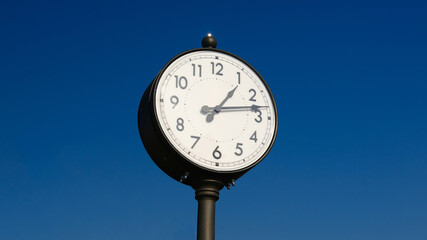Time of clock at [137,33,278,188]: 1:13
